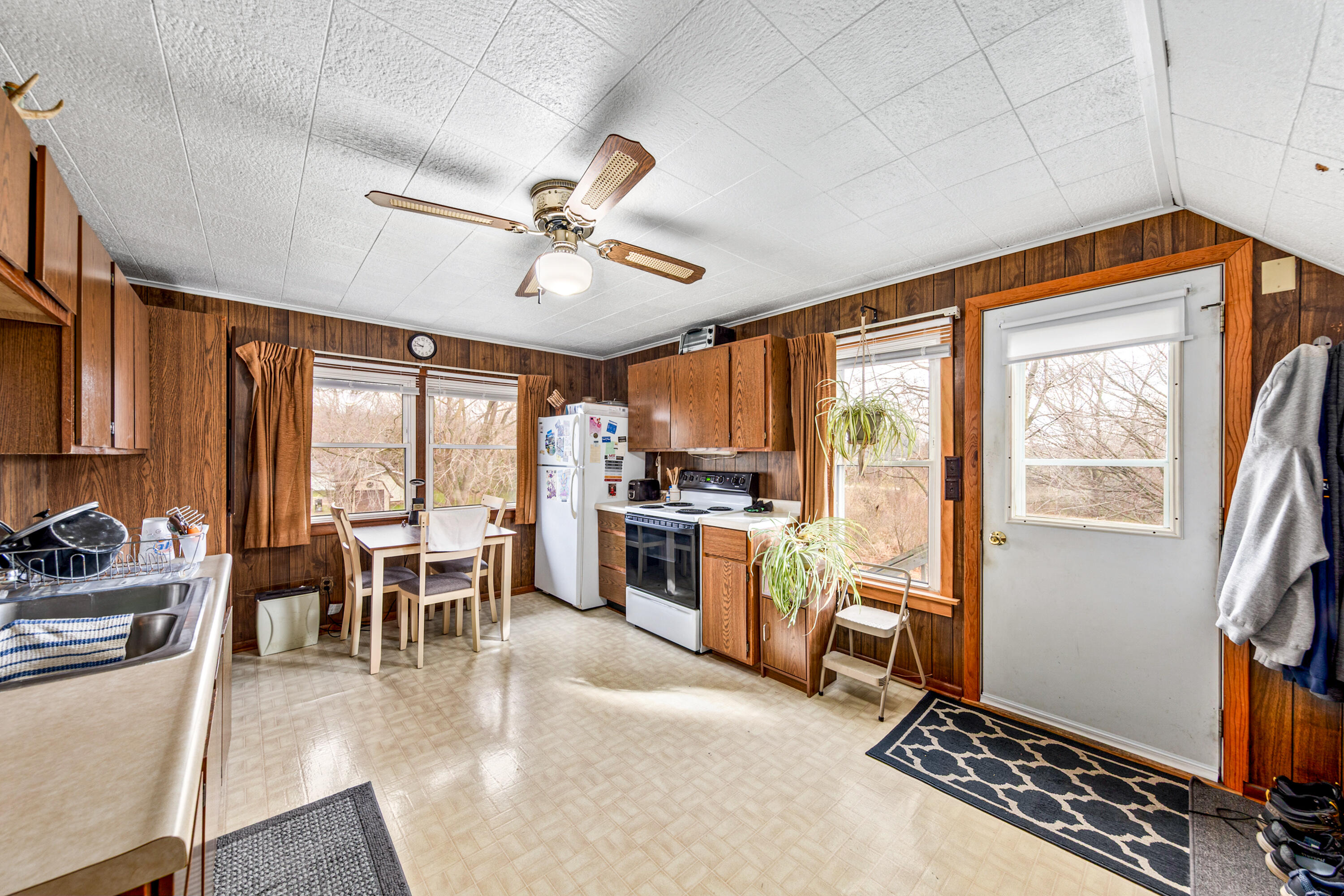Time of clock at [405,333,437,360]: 9:44
